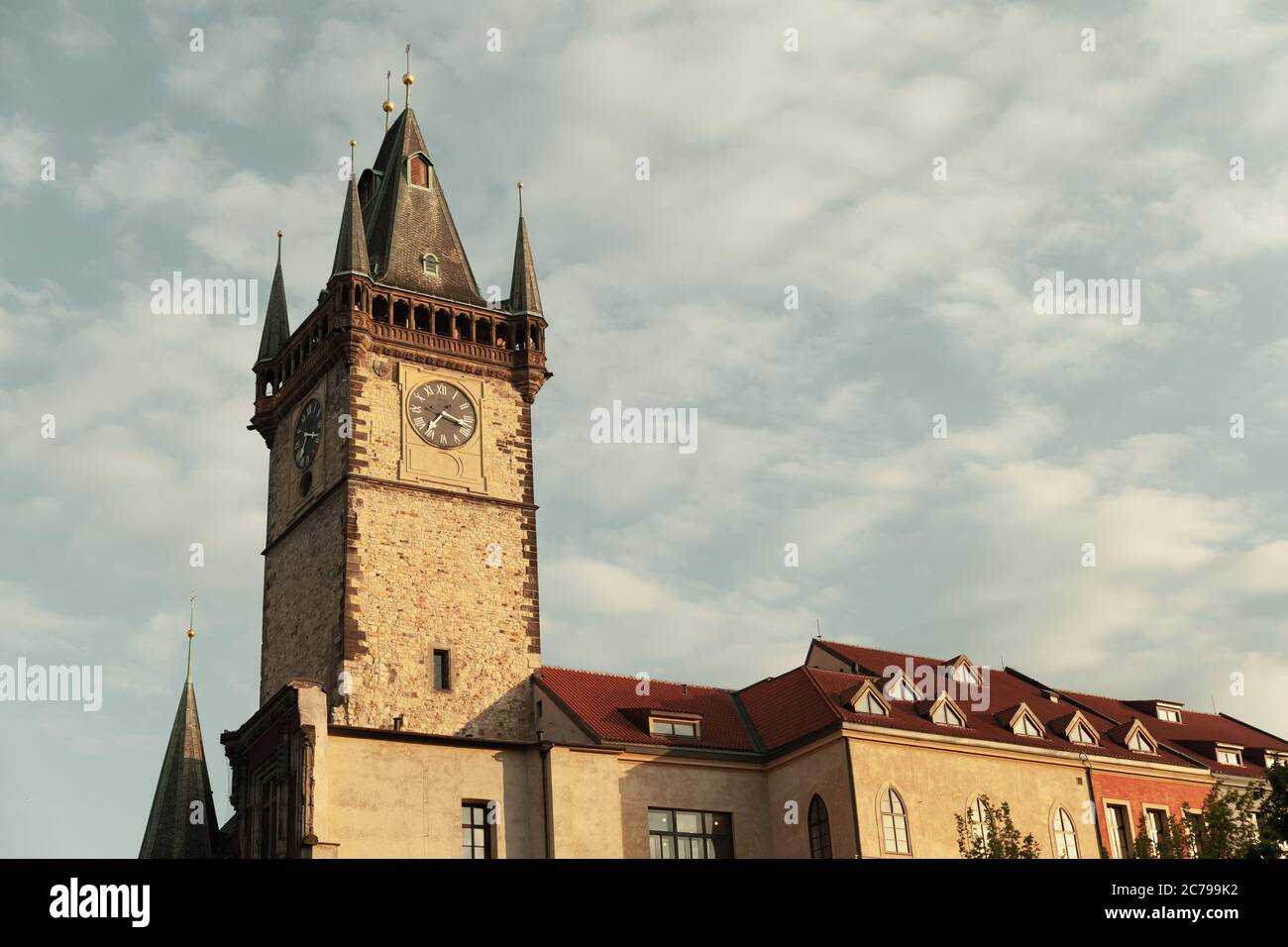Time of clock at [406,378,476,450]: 7:17
